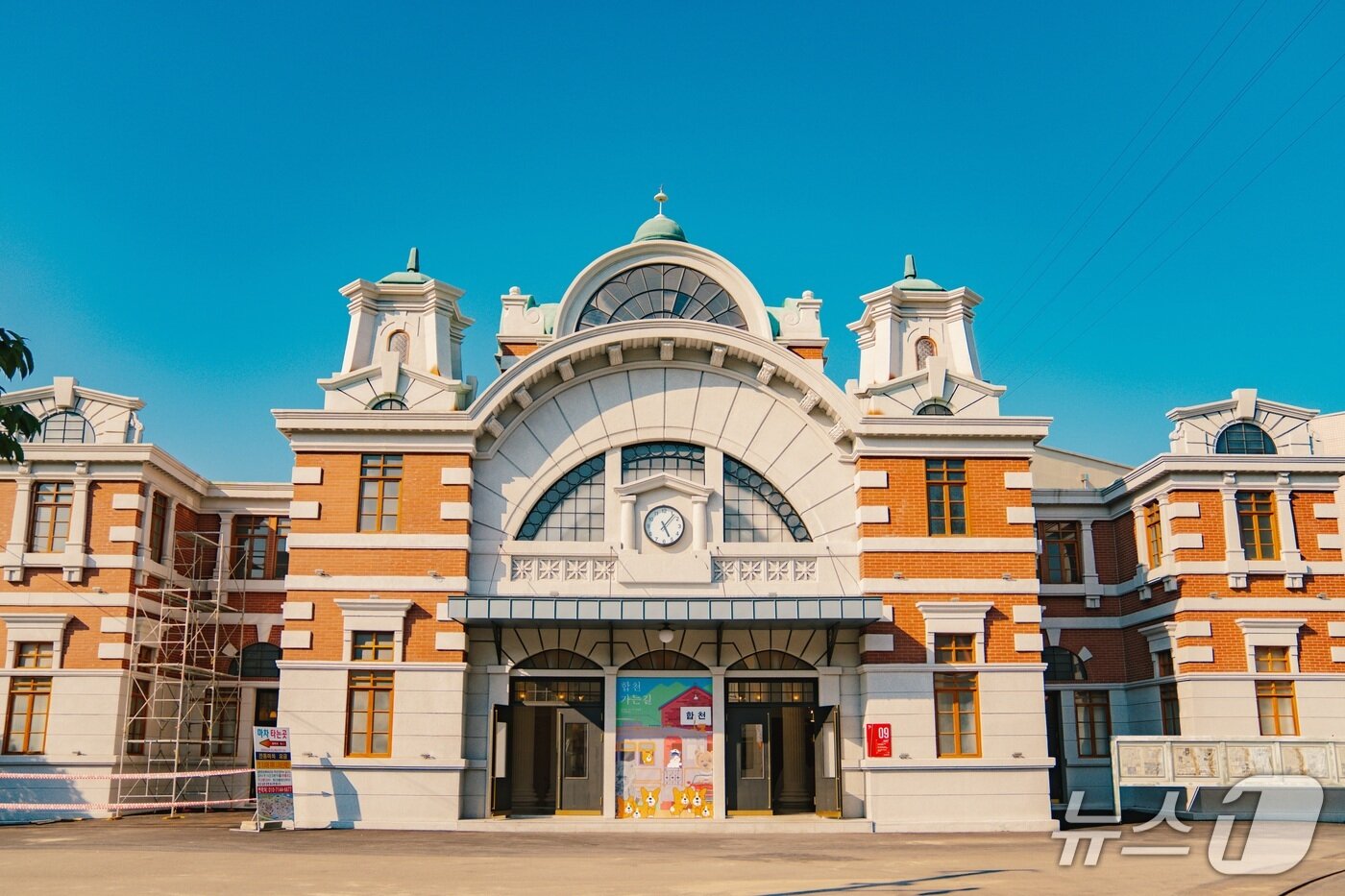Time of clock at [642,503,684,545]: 5:06
